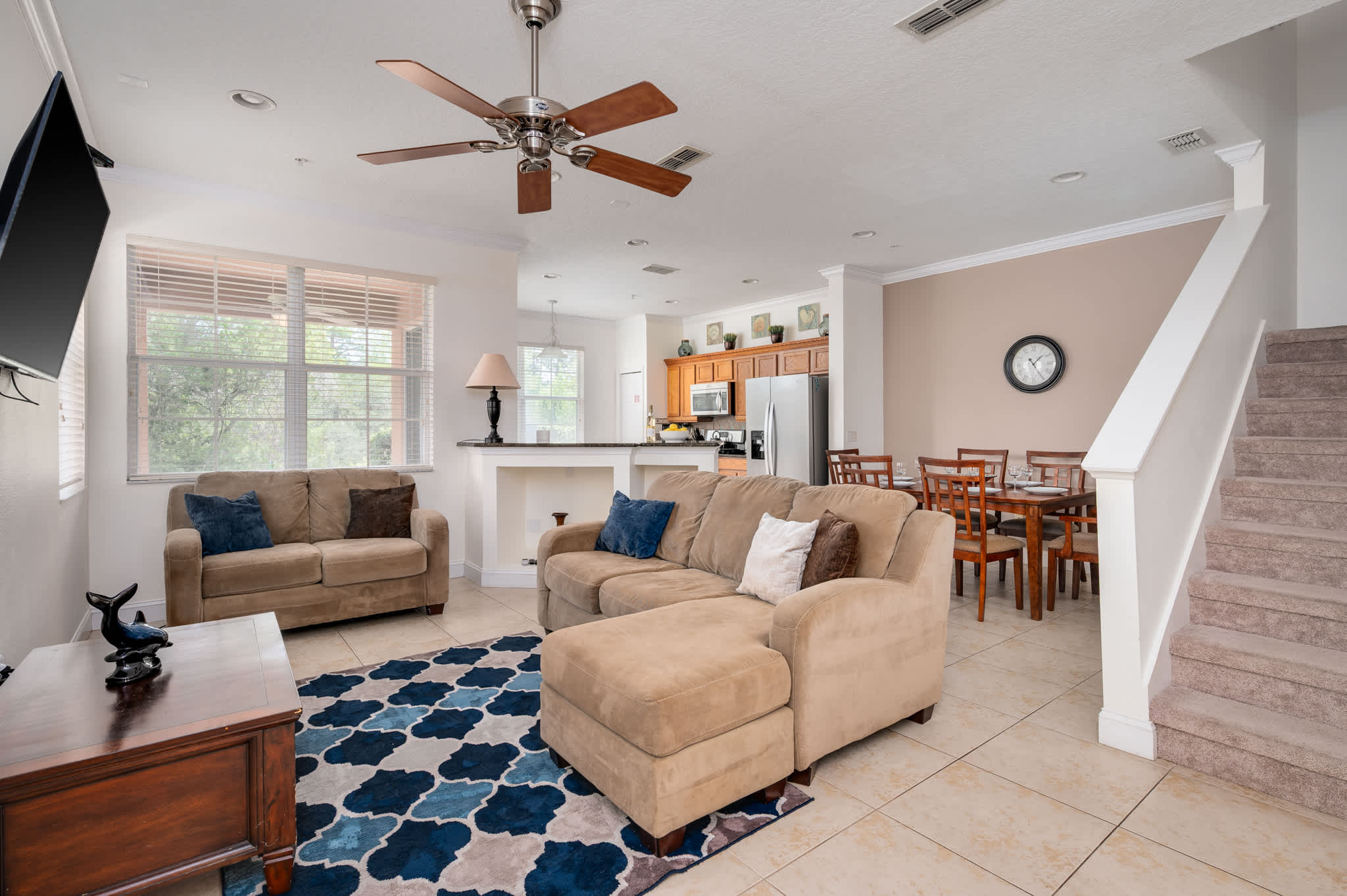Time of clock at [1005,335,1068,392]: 1:24
